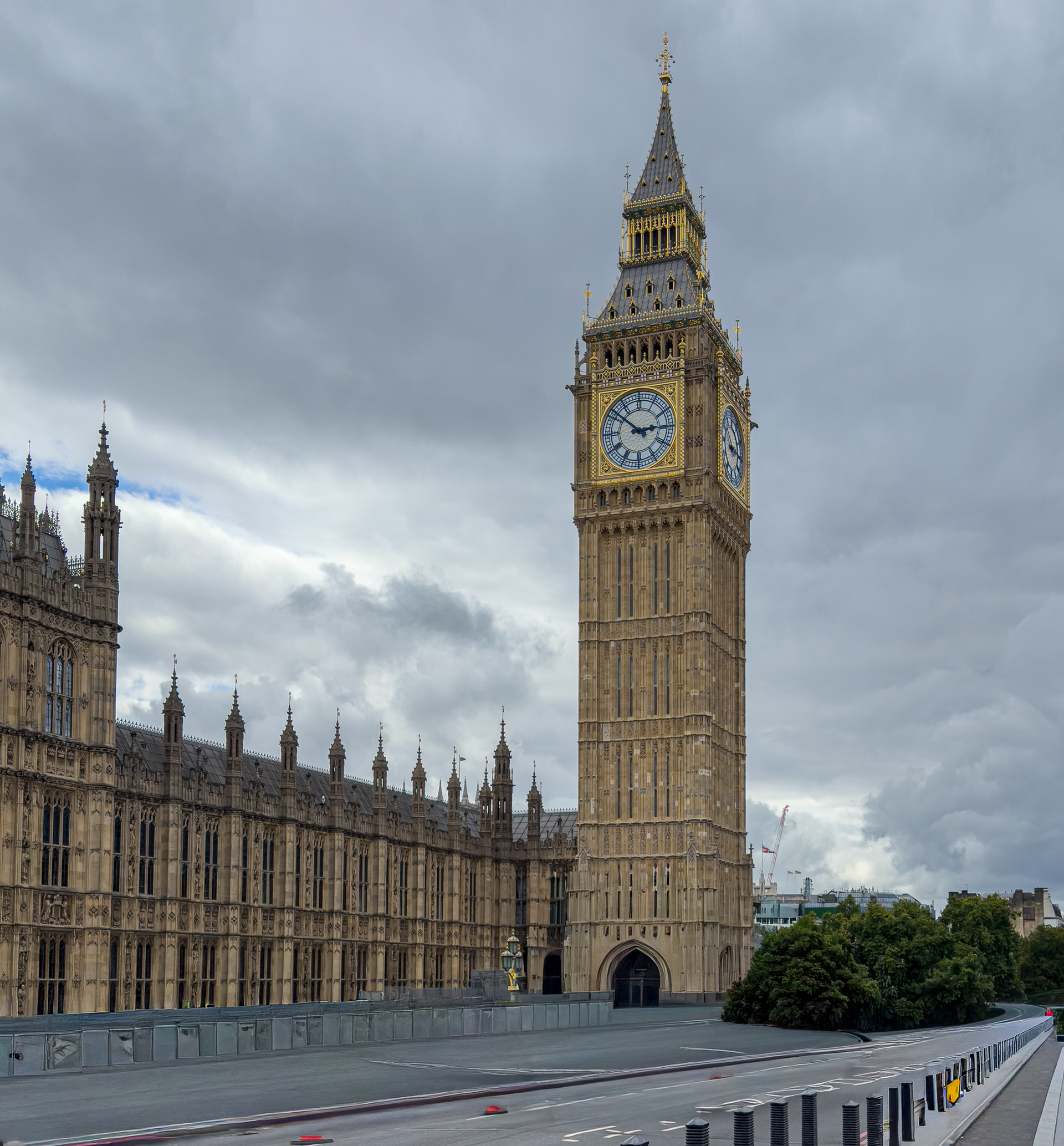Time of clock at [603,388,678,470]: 2:51
